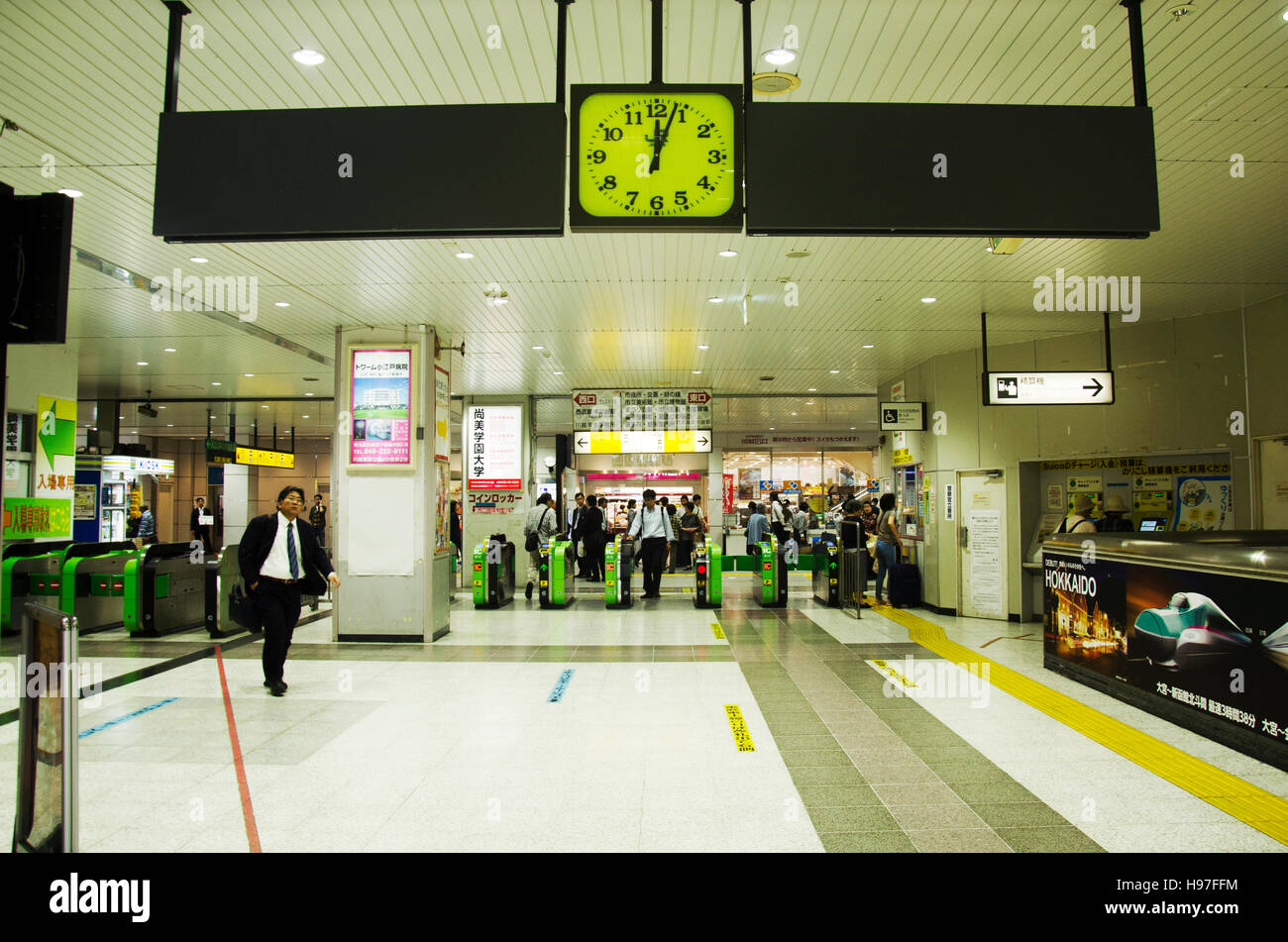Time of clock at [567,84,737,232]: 12:03
